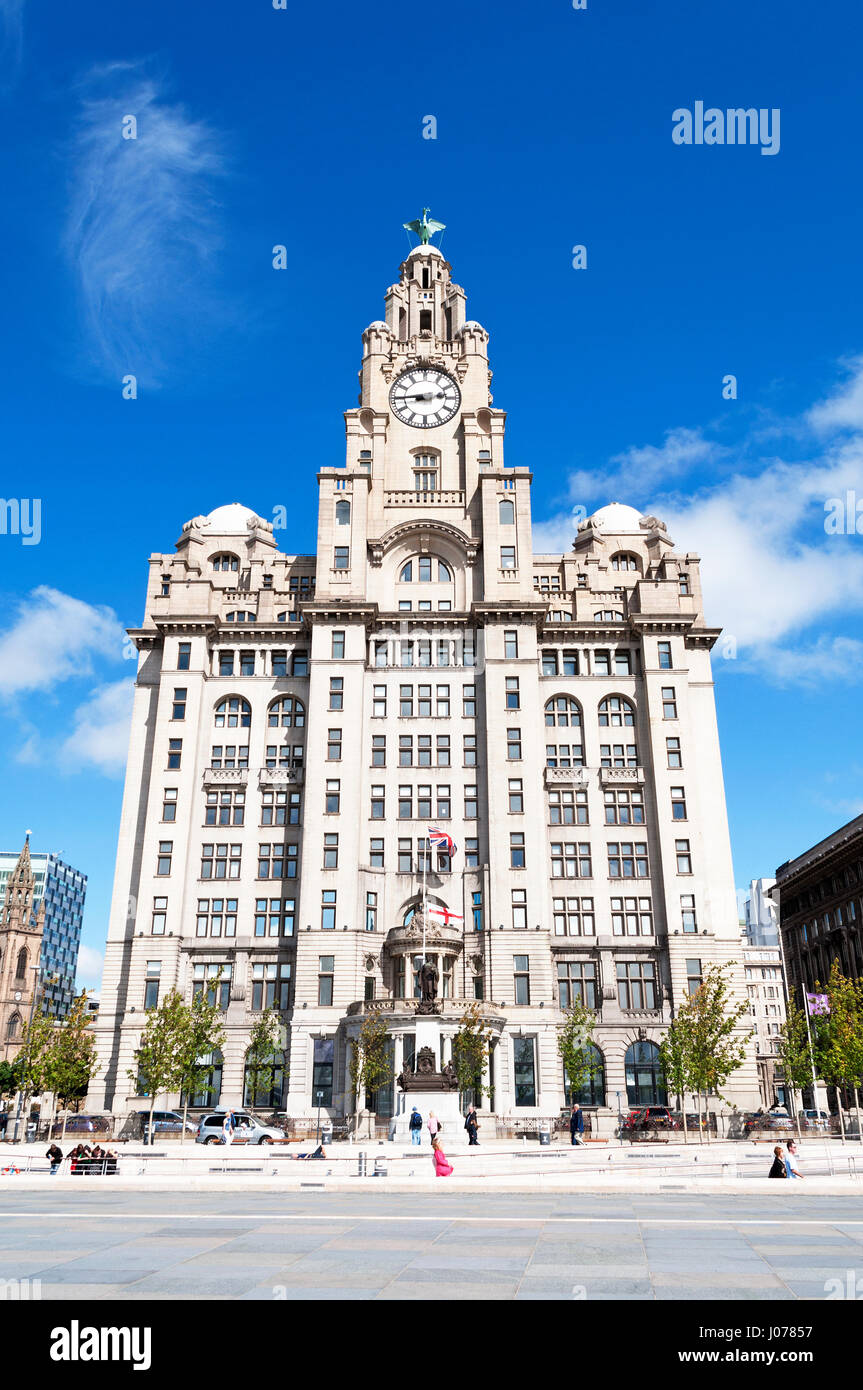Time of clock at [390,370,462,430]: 2:44
